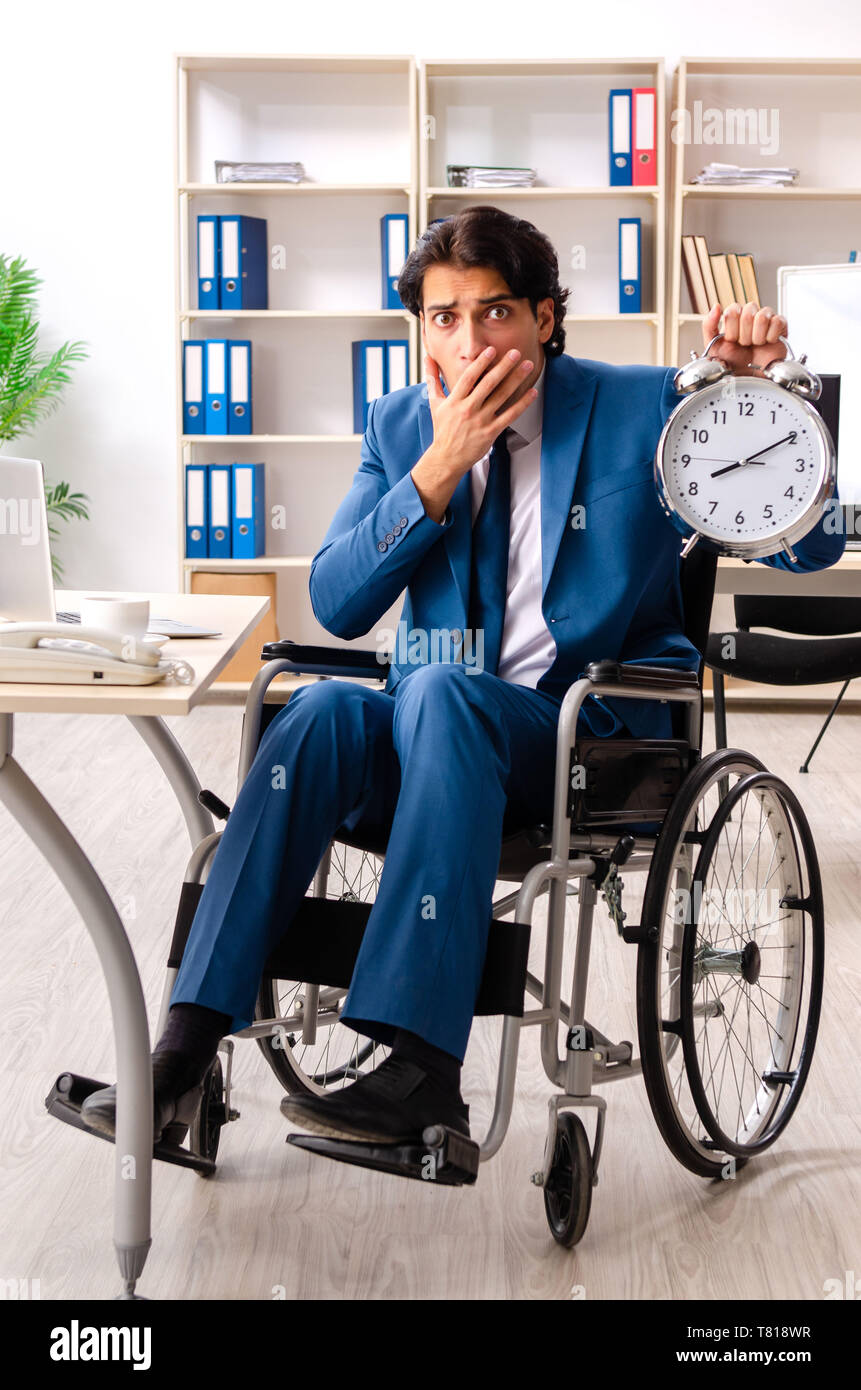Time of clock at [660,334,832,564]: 8:09
